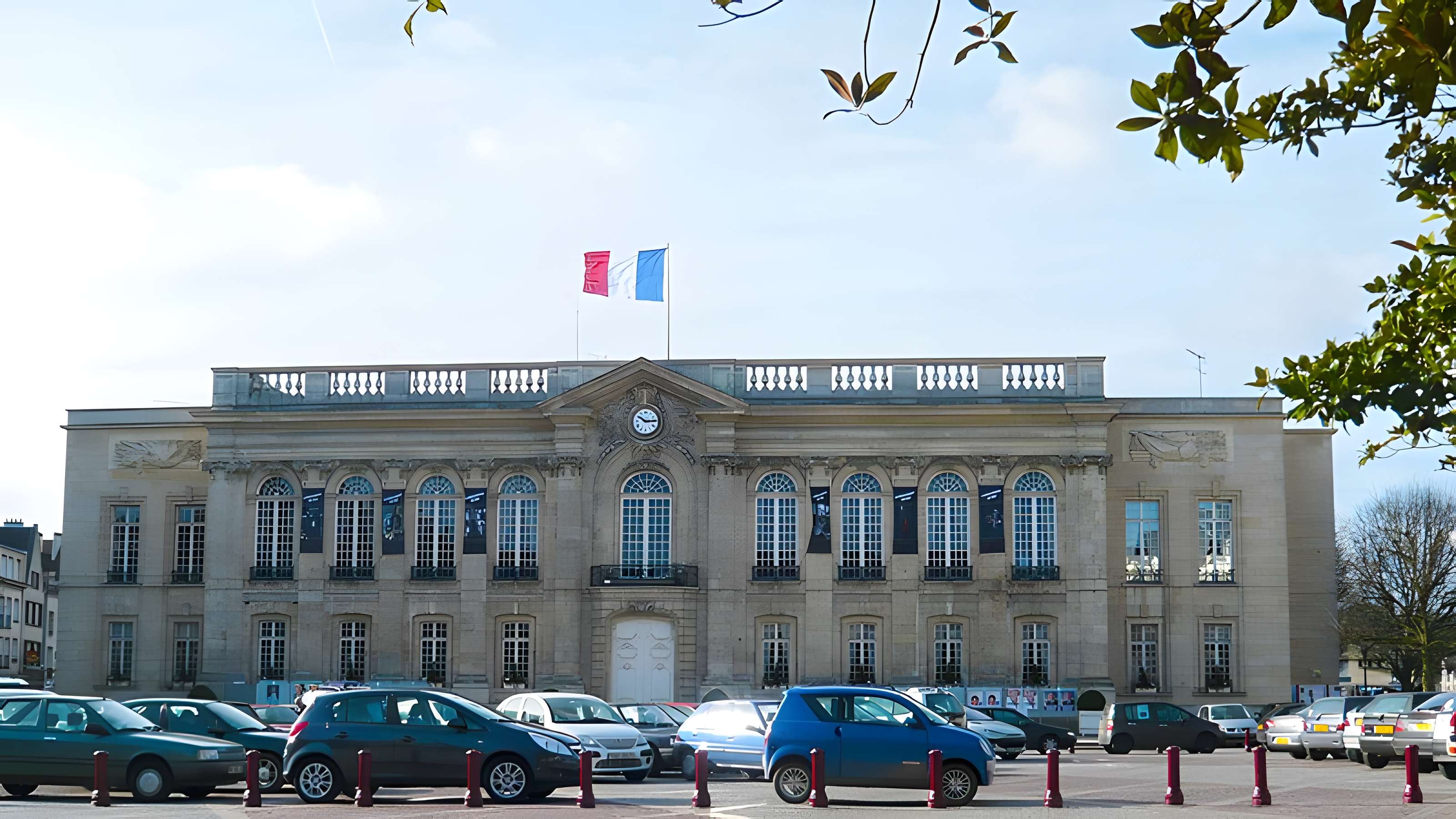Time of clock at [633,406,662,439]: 10:14
